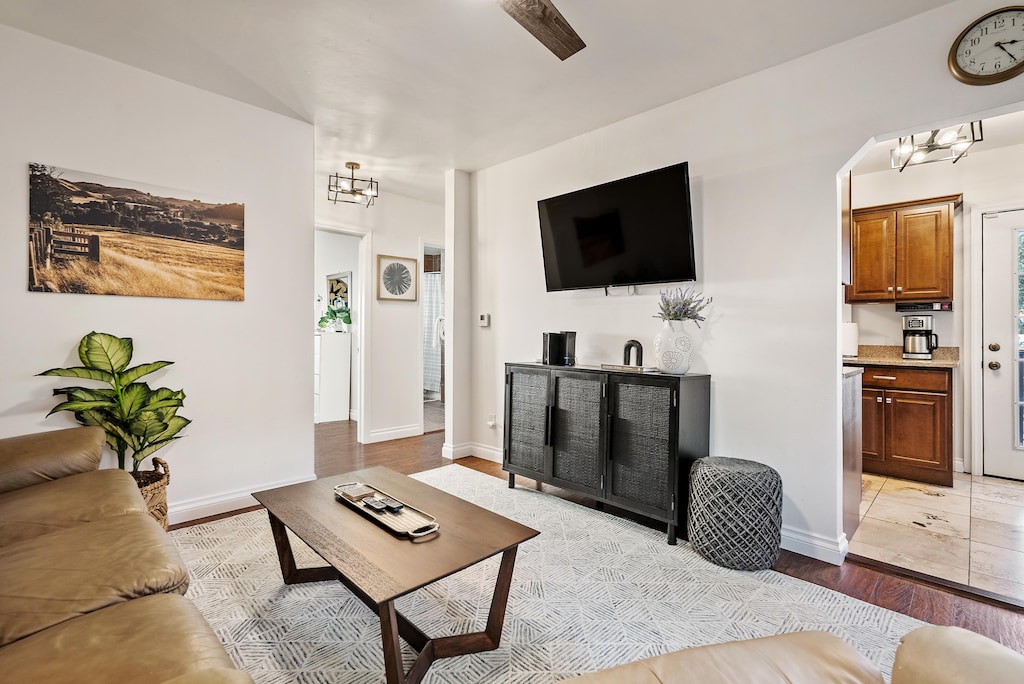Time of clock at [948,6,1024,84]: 3:24
